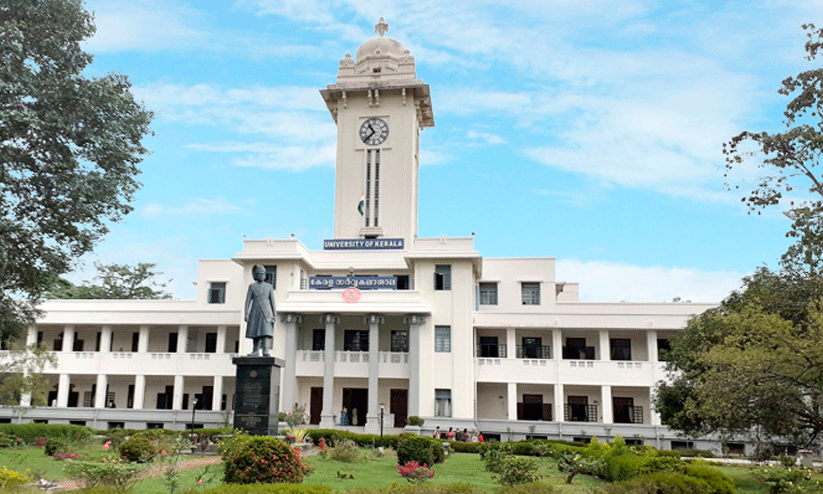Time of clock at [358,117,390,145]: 10:37
